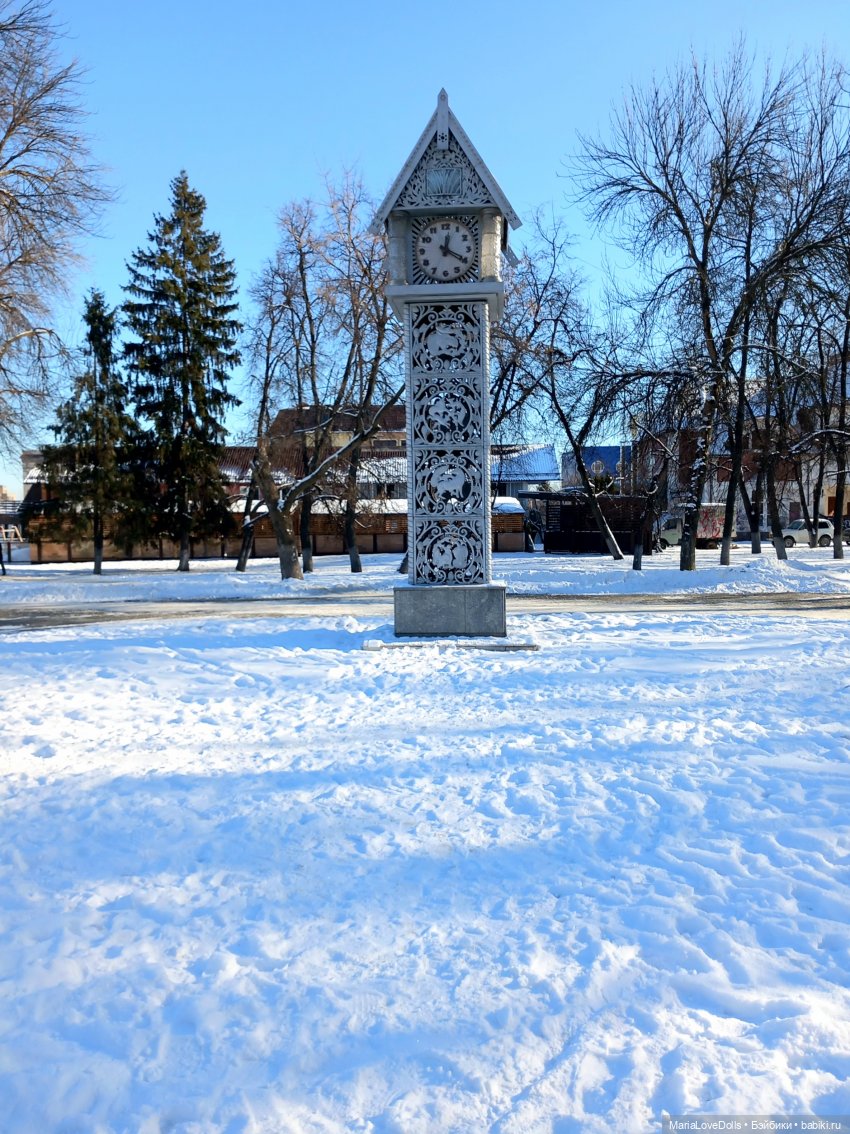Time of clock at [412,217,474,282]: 12:19
